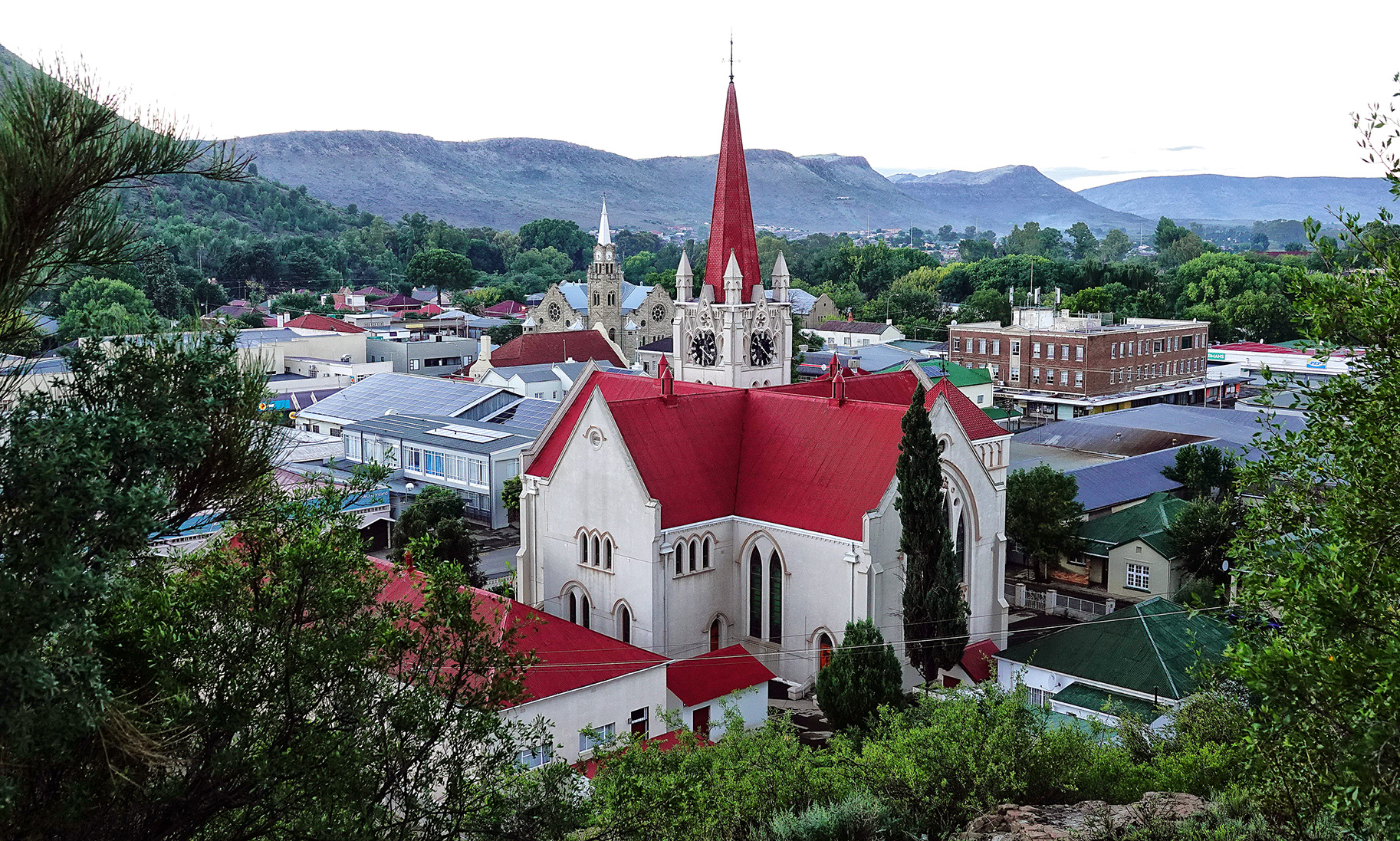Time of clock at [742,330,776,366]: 10:22
